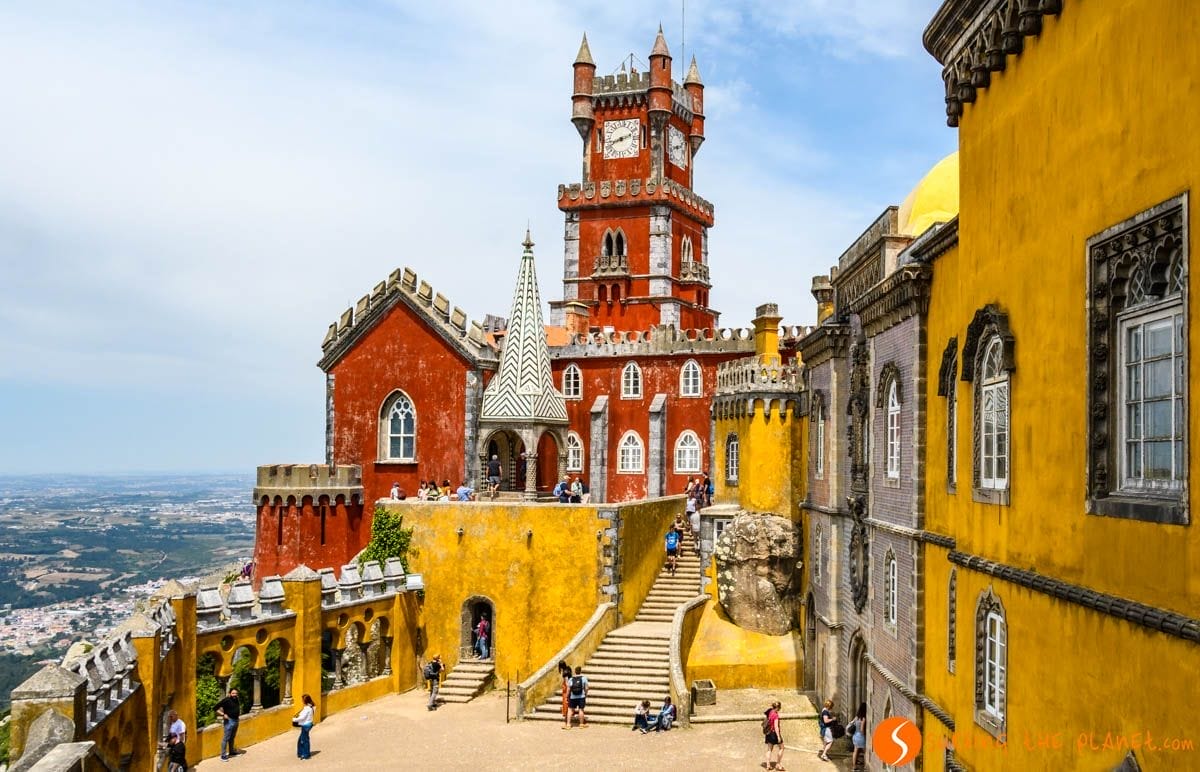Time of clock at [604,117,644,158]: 8:11
